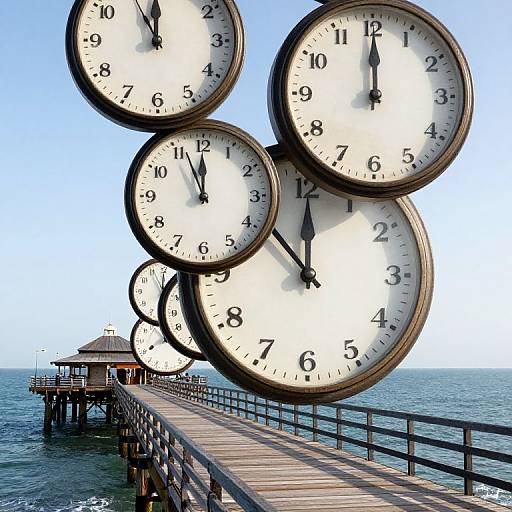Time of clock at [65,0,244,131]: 11:56
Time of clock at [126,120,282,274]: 11:56
